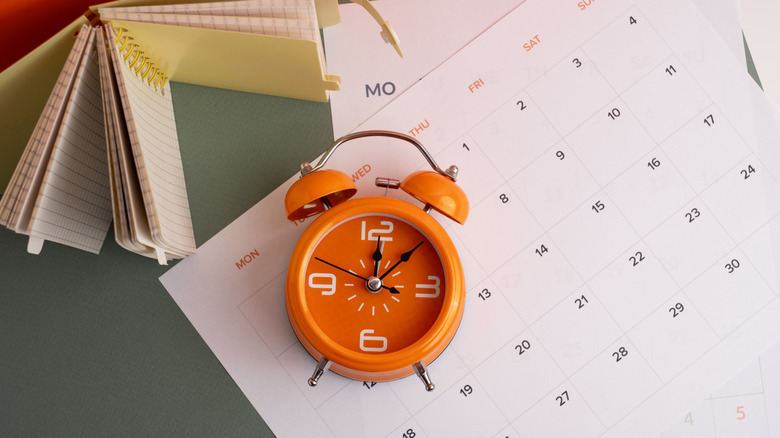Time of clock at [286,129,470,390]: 12:08
